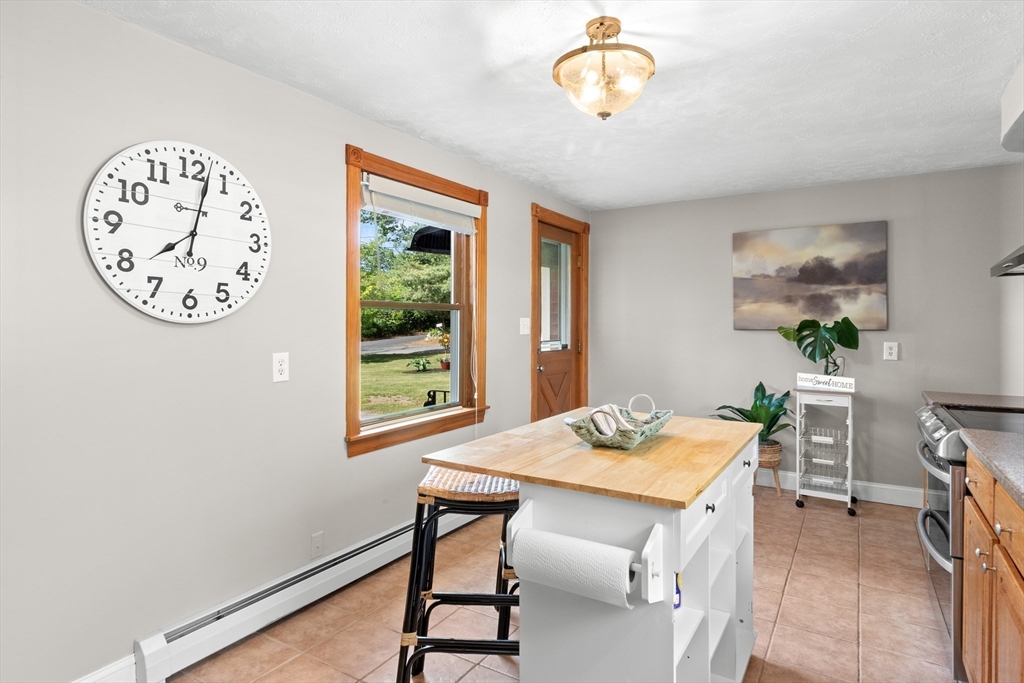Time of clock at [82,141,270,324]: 8:02
